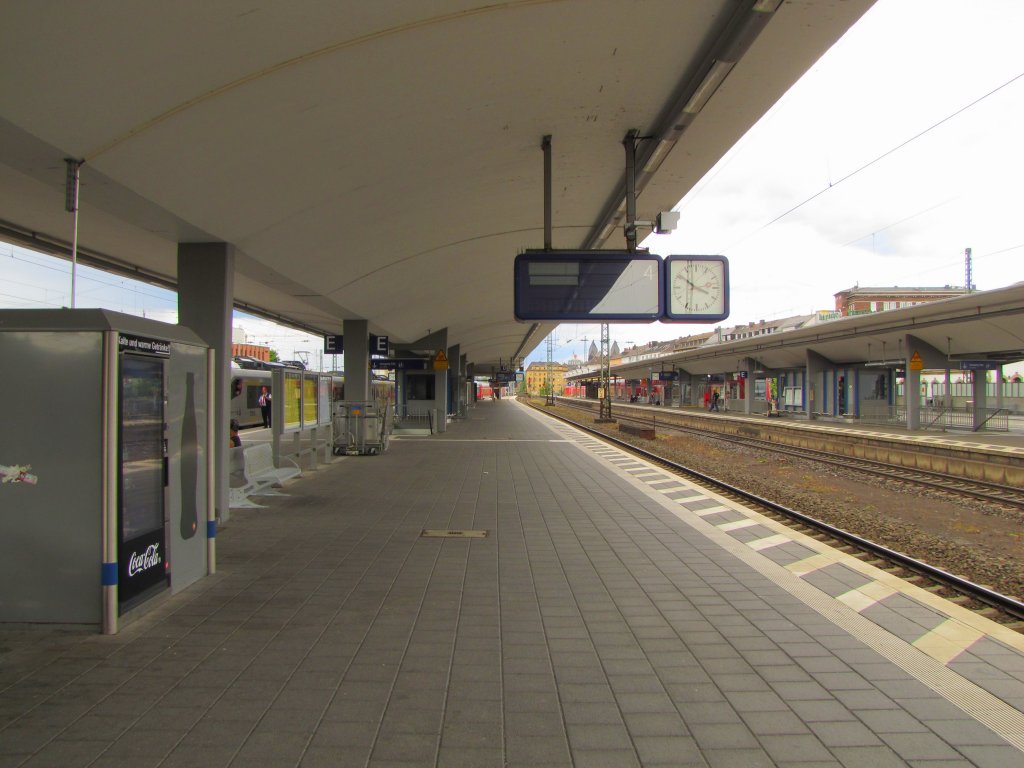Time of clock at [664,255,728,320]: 3:50
